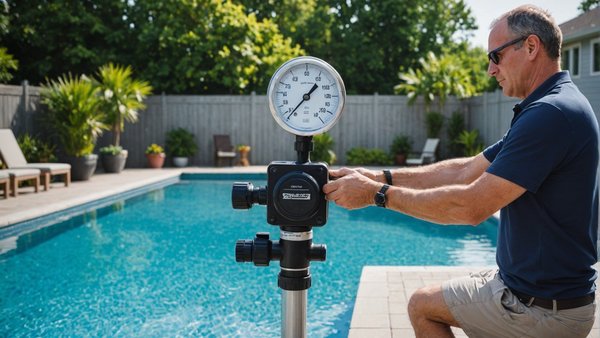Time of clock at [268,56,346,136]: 1:36
